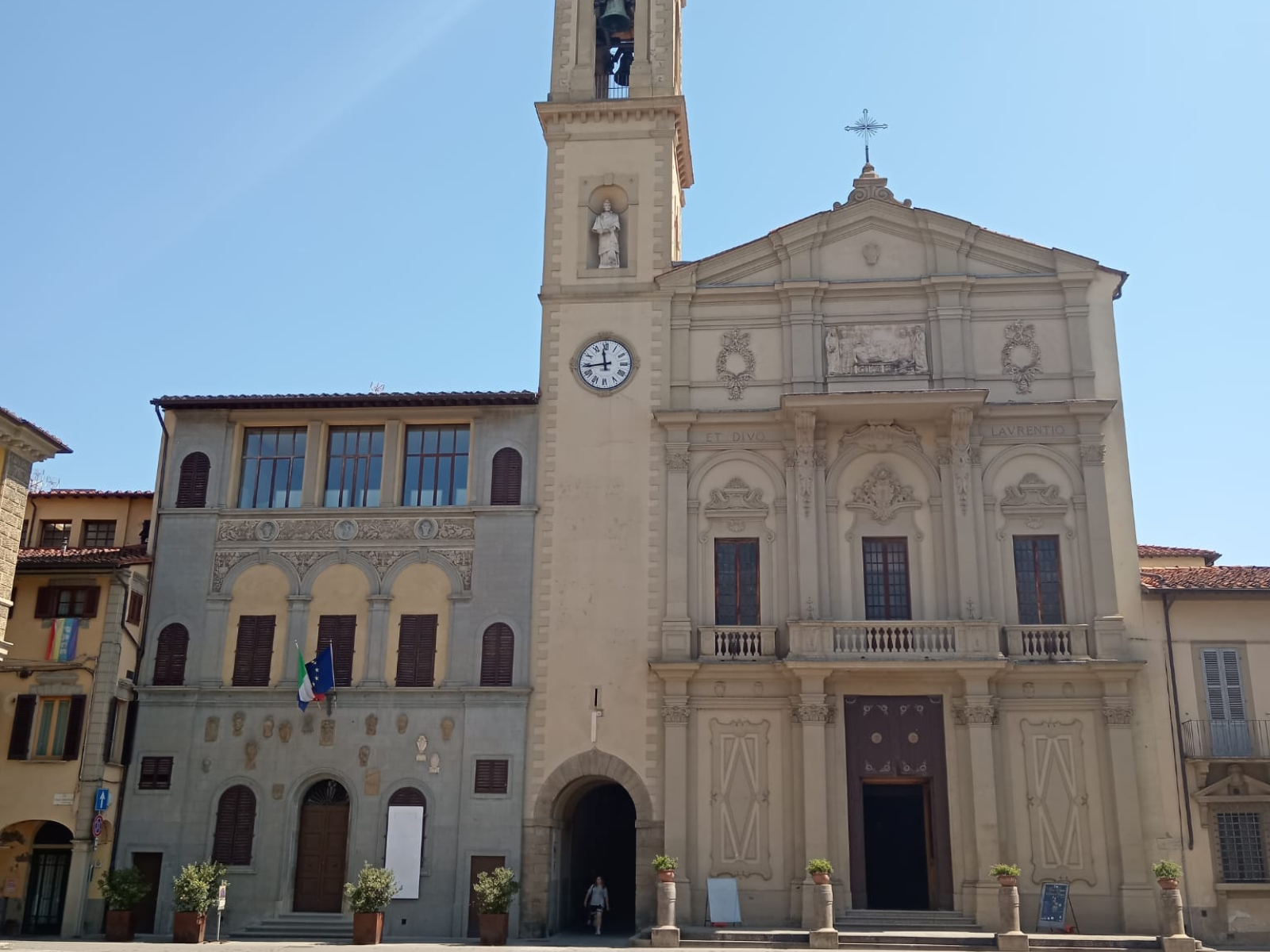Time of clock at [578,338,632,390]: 11:43
